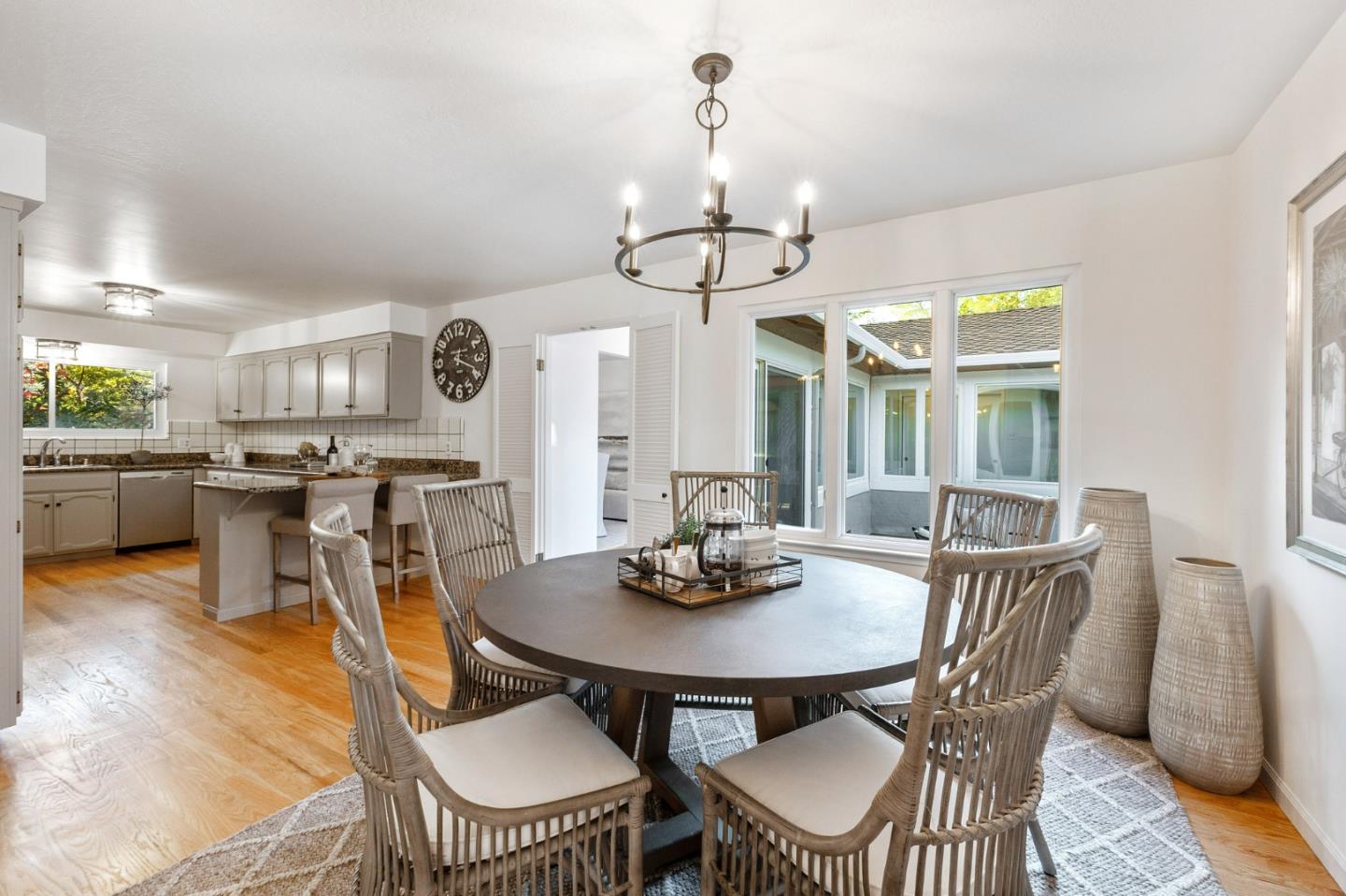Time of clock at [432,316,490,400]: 12:18
